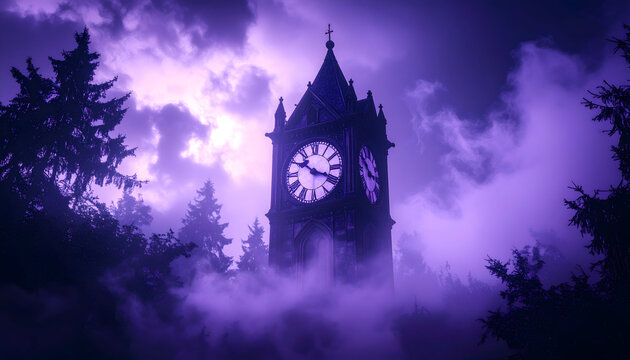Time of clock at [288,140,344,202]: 10:18
